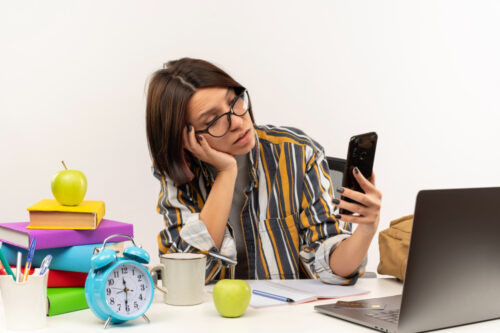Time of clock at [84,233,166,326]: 11:30
